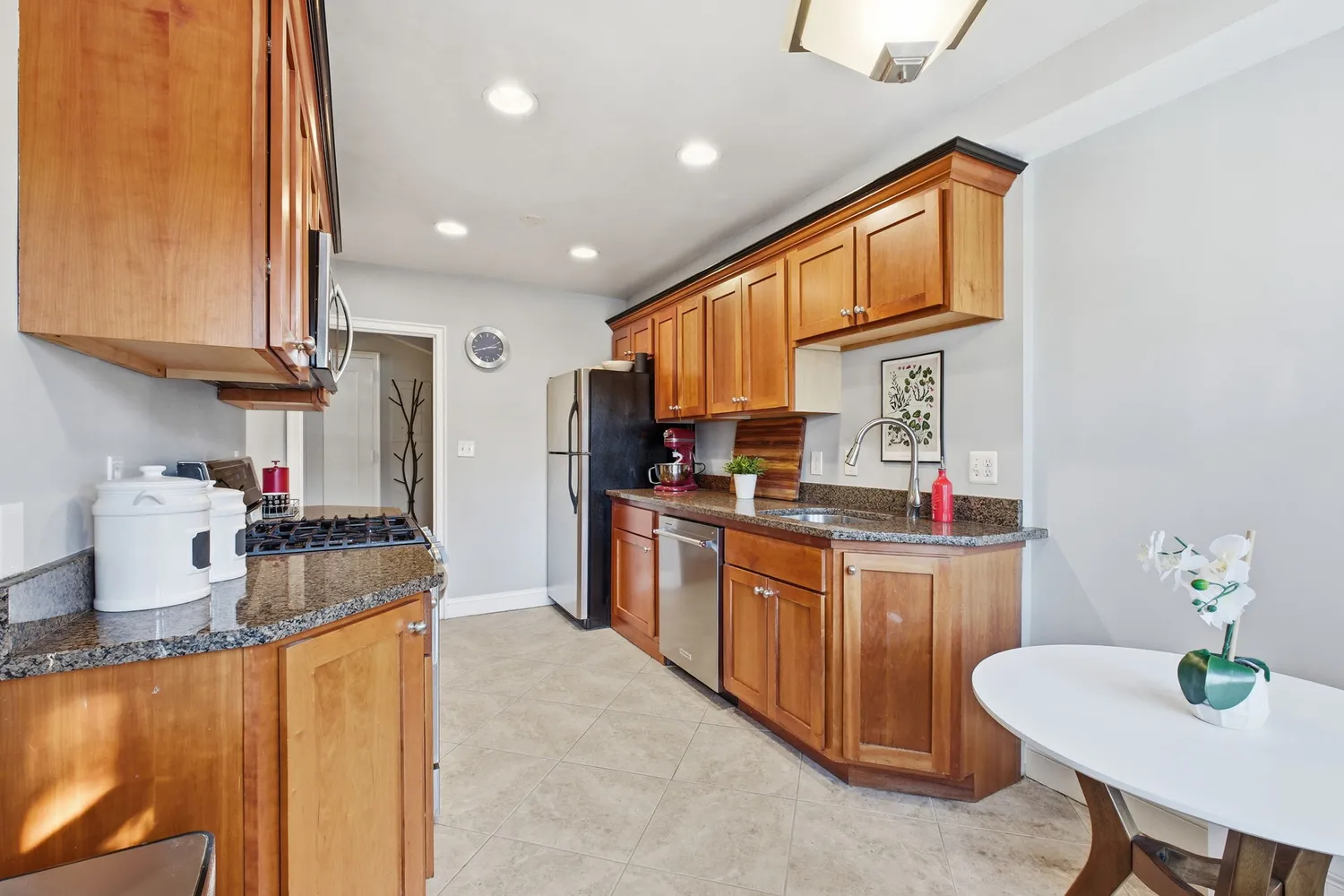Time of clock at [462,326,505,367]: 2:42
